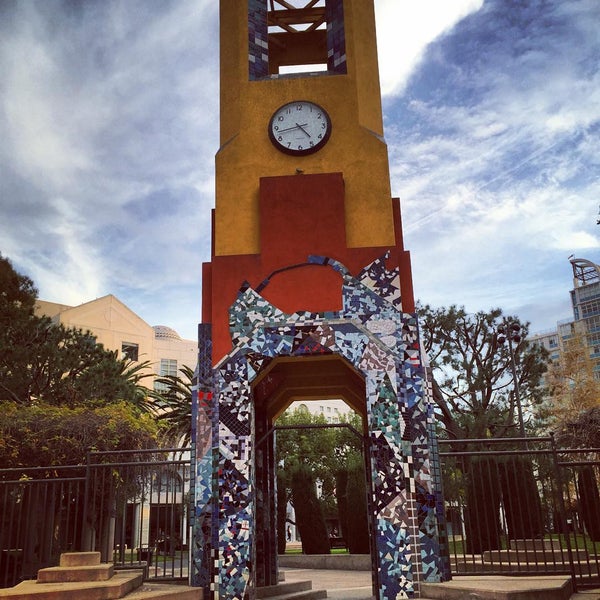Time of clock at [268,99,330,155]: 4:42
